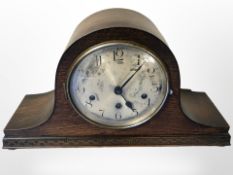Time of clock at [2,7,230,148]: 5:06
